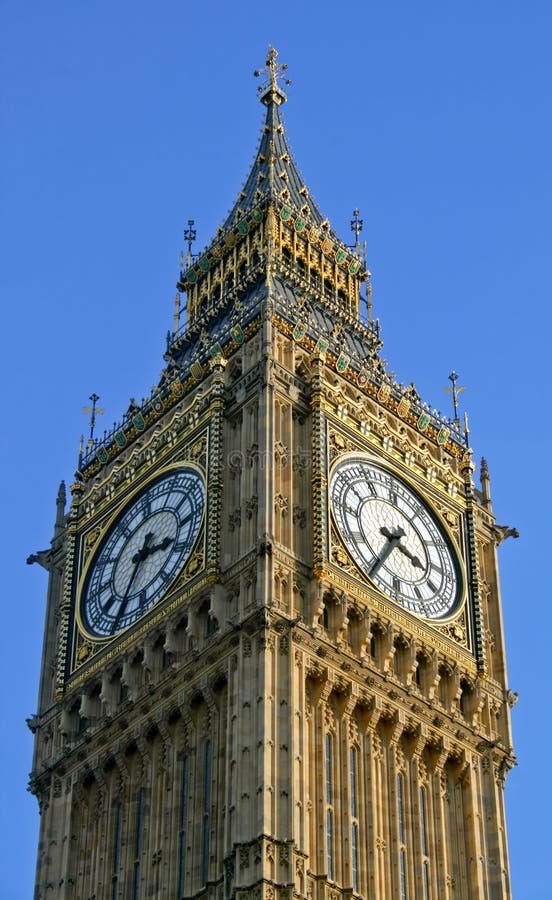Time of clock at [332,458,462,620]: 3:35
